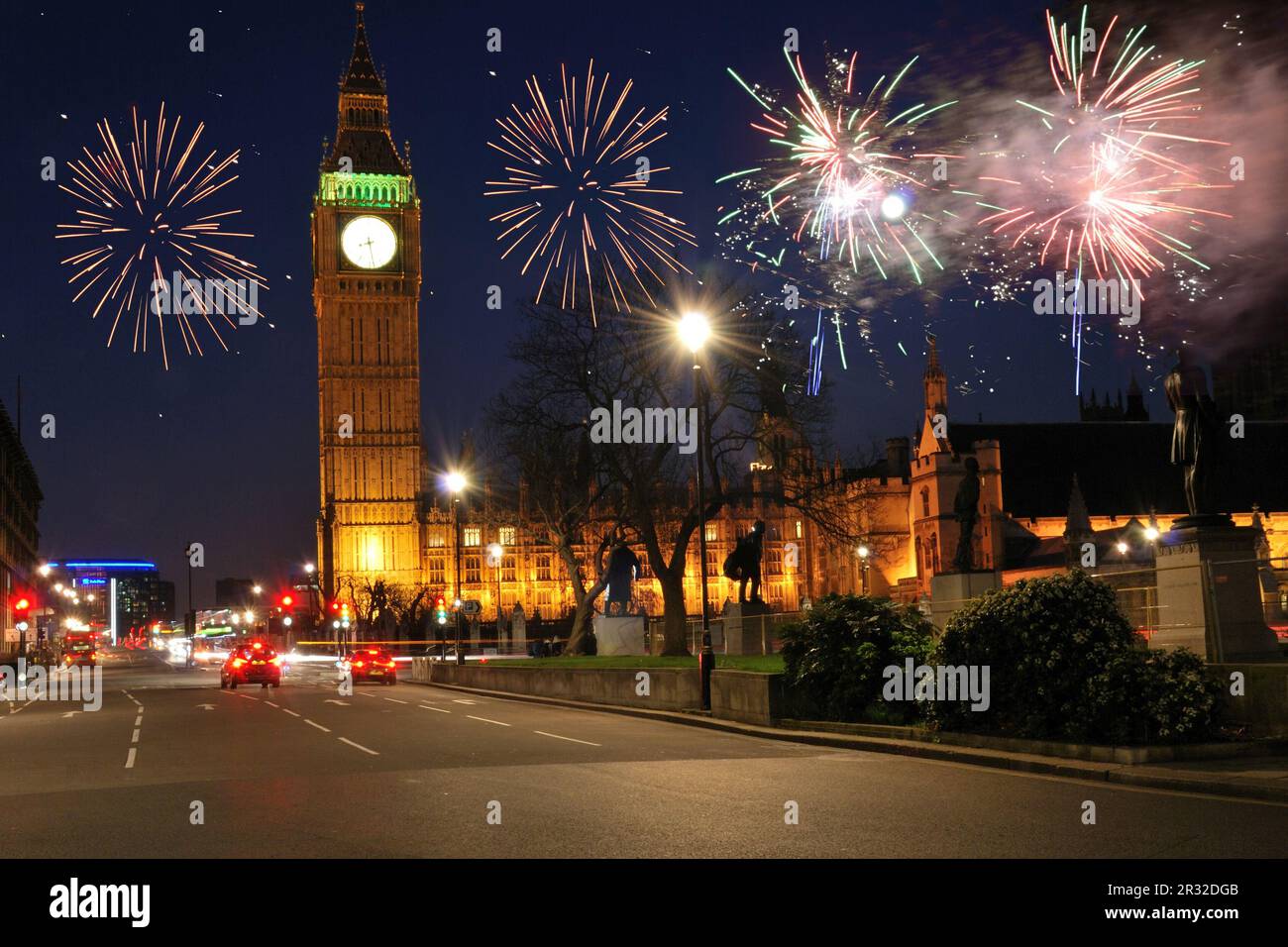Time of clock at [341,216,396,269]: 8:28
